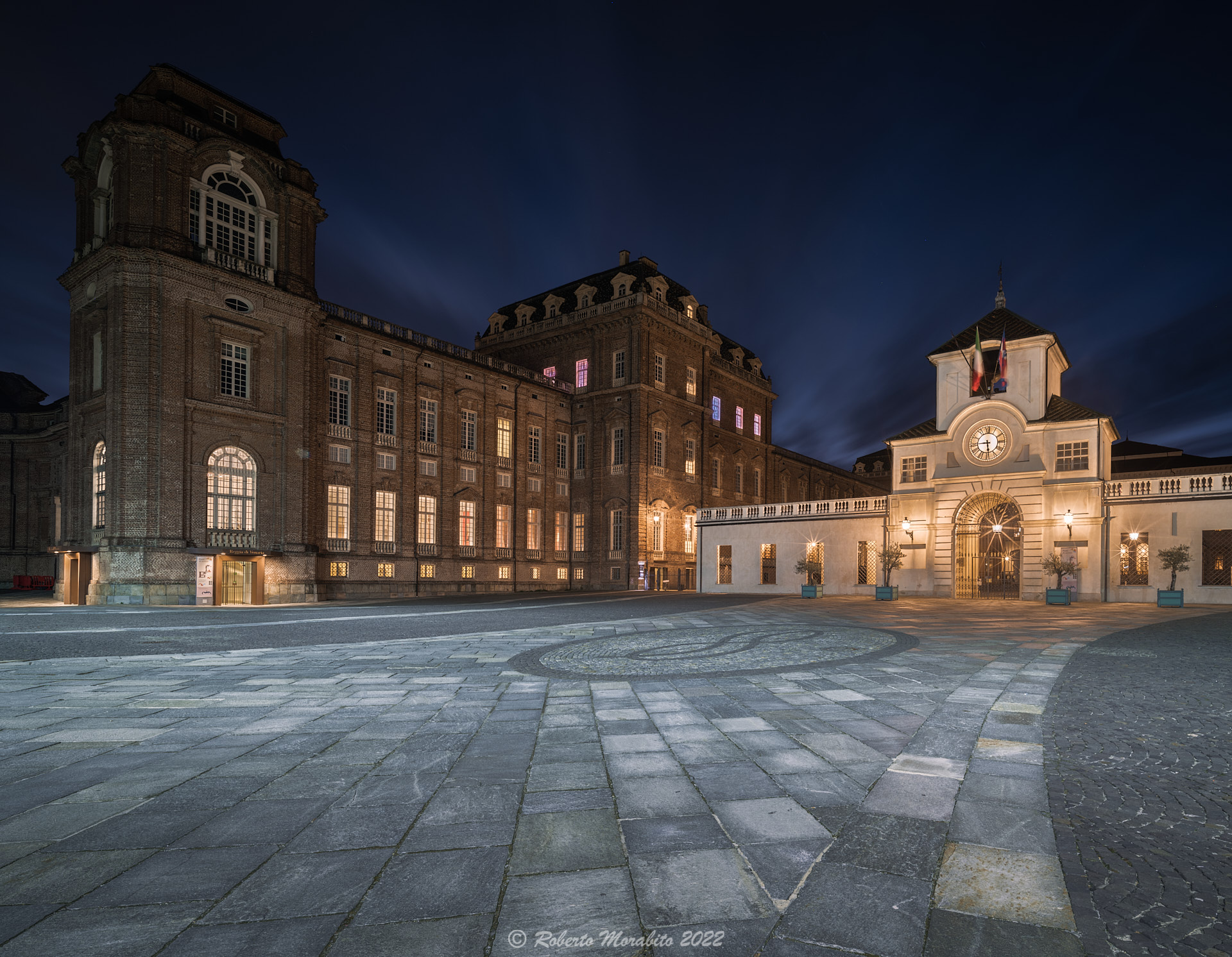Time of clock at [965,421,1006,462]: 5:45
